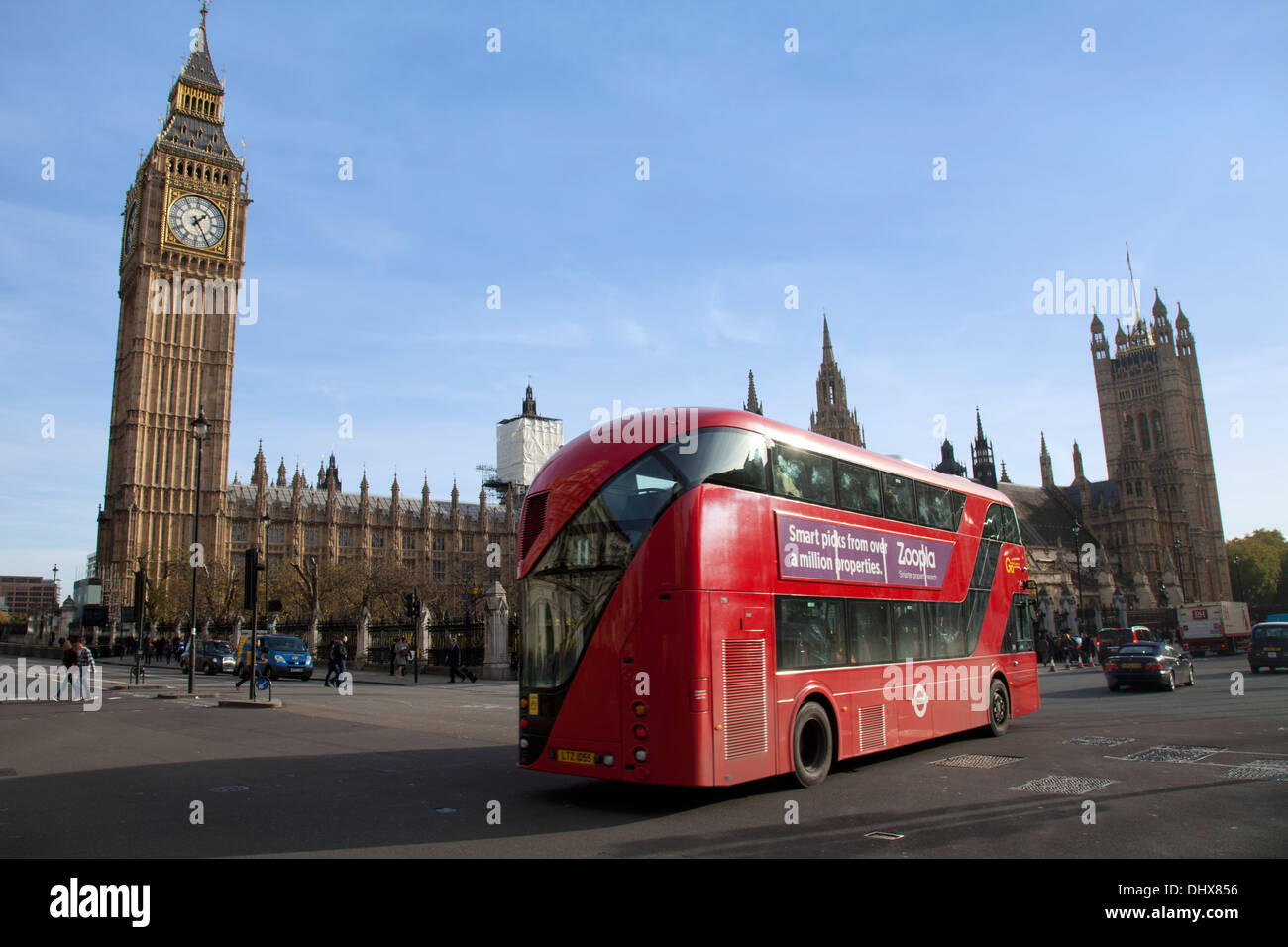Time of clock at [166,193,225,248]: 1:24
